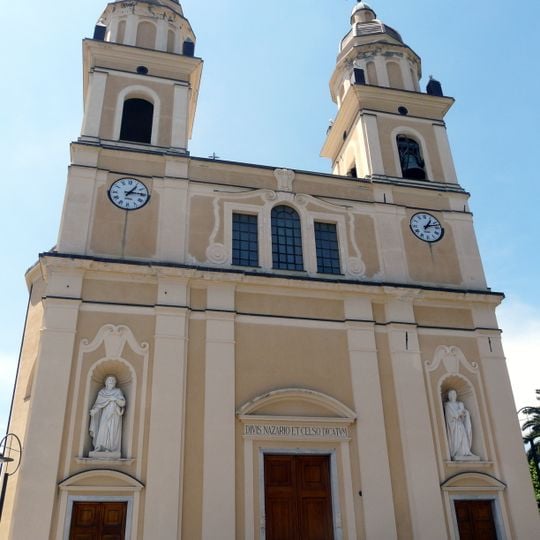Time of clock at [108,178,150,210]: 1:14
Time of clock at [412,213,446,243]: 1:12
